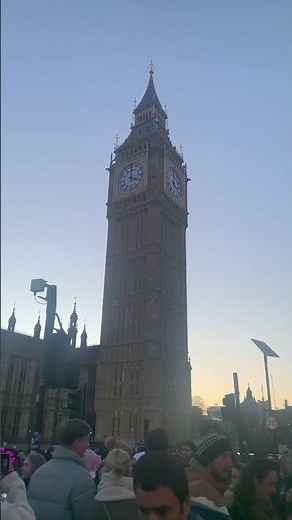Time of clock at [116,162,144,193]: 4:00
